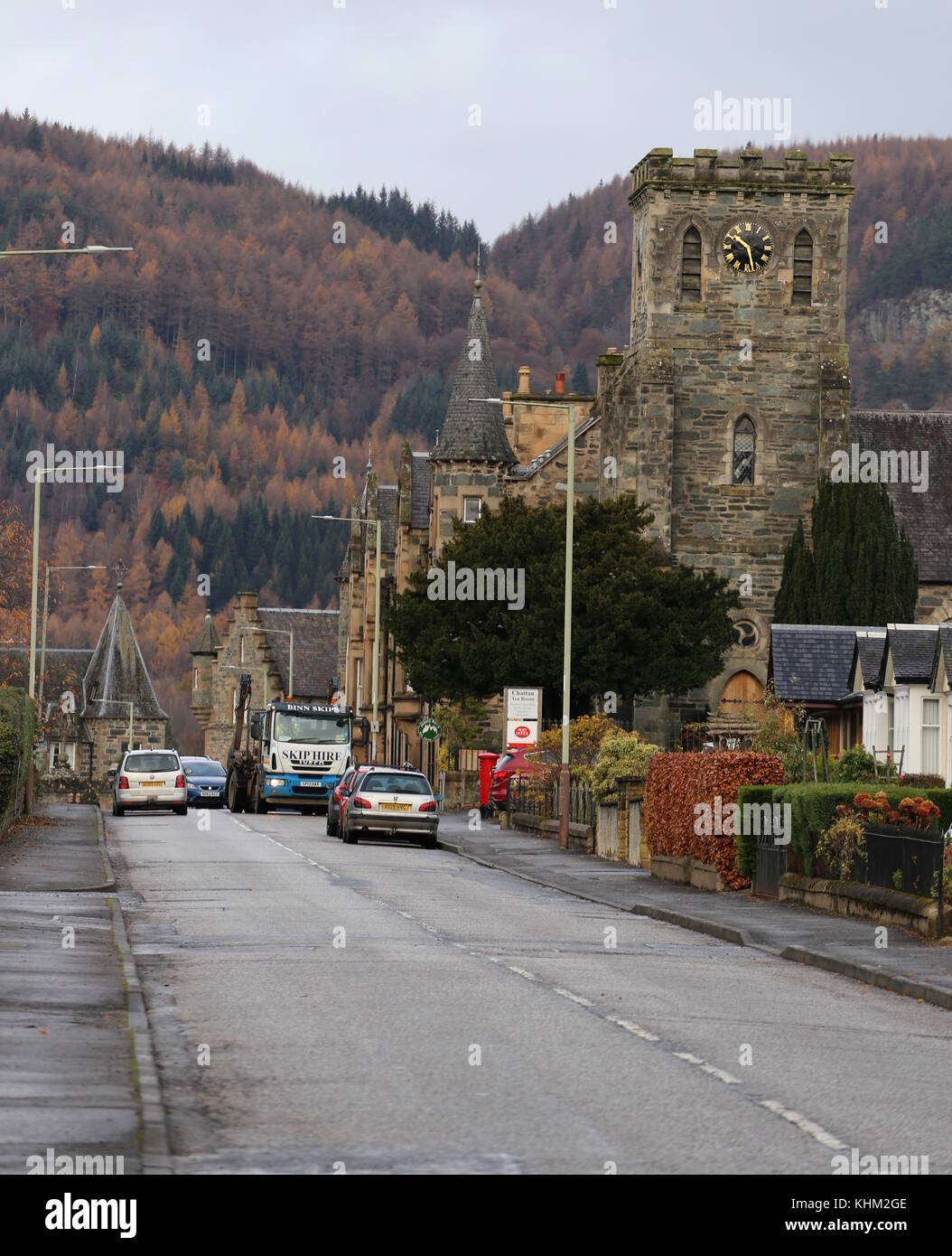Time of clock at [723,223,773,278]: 10:28
